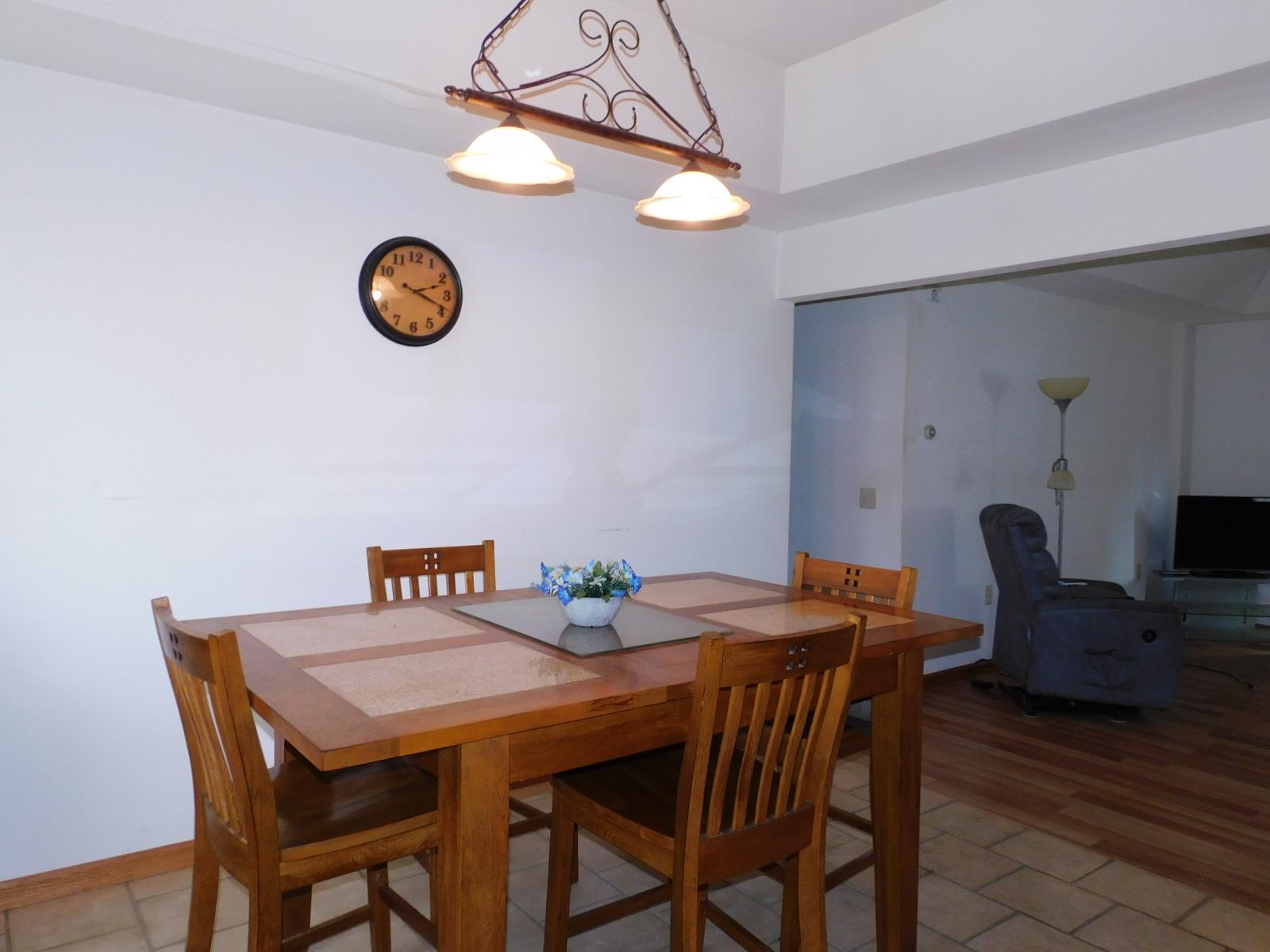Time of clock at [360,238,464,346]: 2:18
